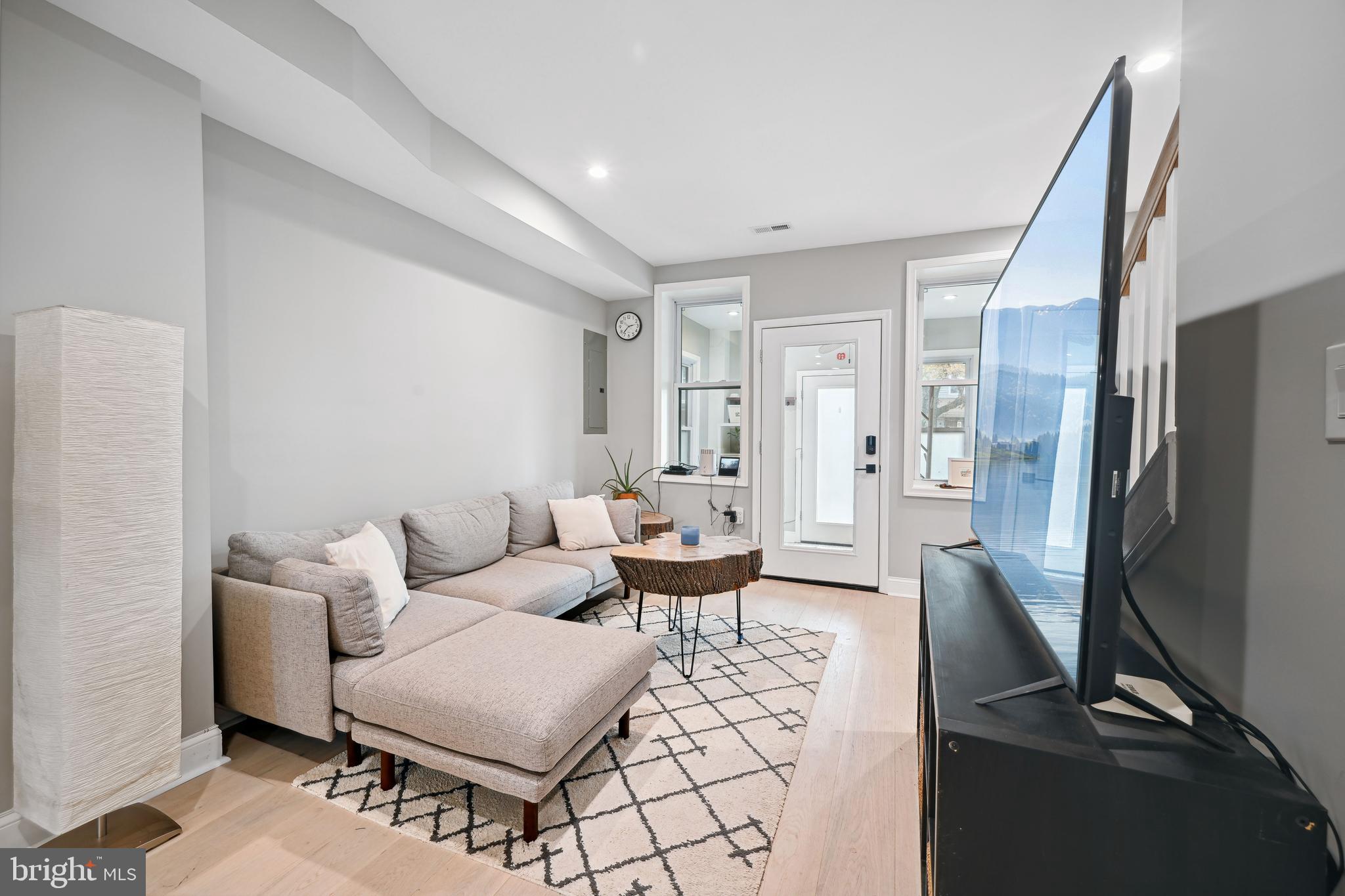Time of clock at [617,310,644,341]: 2:37
